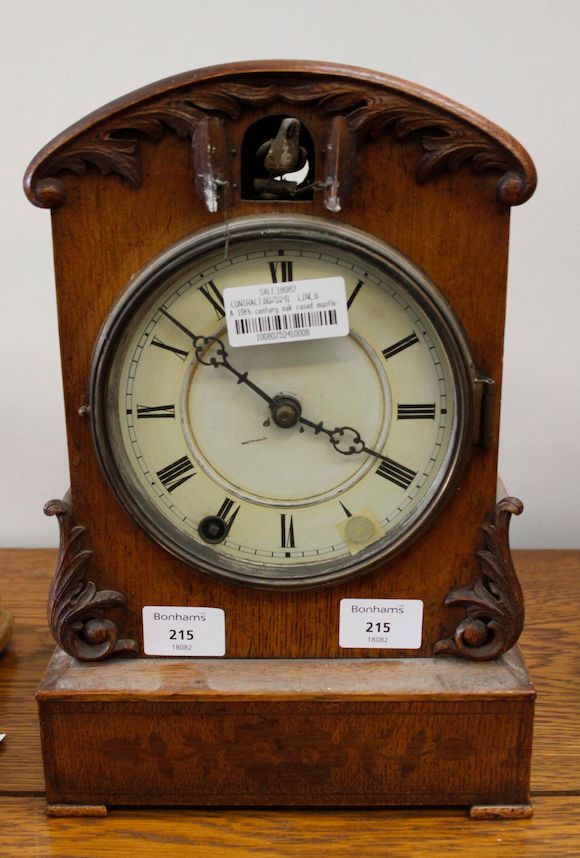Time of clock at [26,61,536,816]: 3:51
